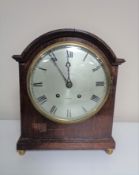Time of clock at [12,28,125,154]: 11:54
